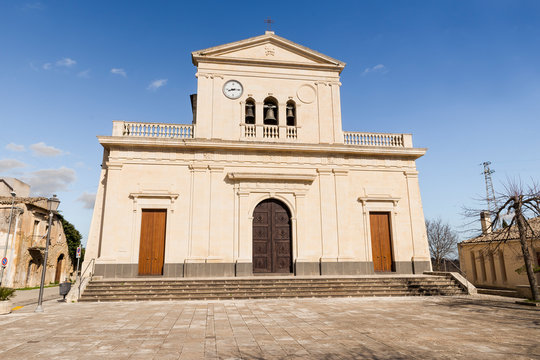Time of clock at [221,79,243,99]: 8:15
